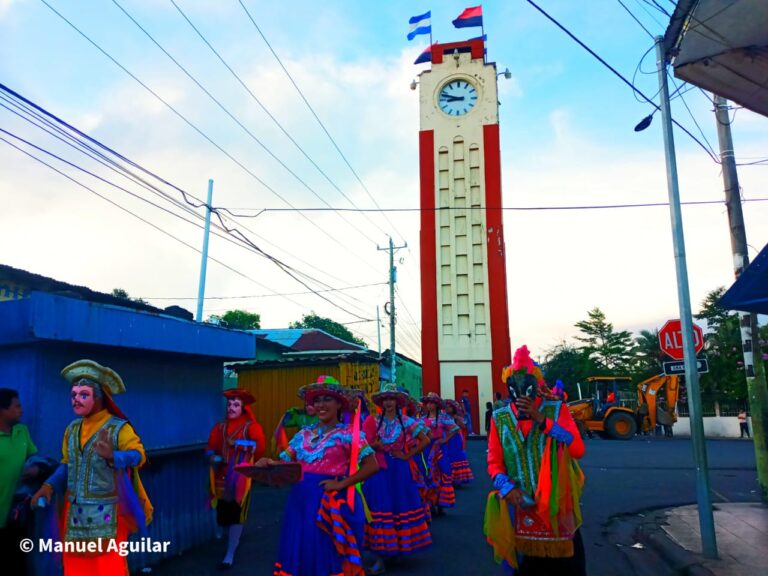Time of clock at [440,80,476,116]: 8:47
